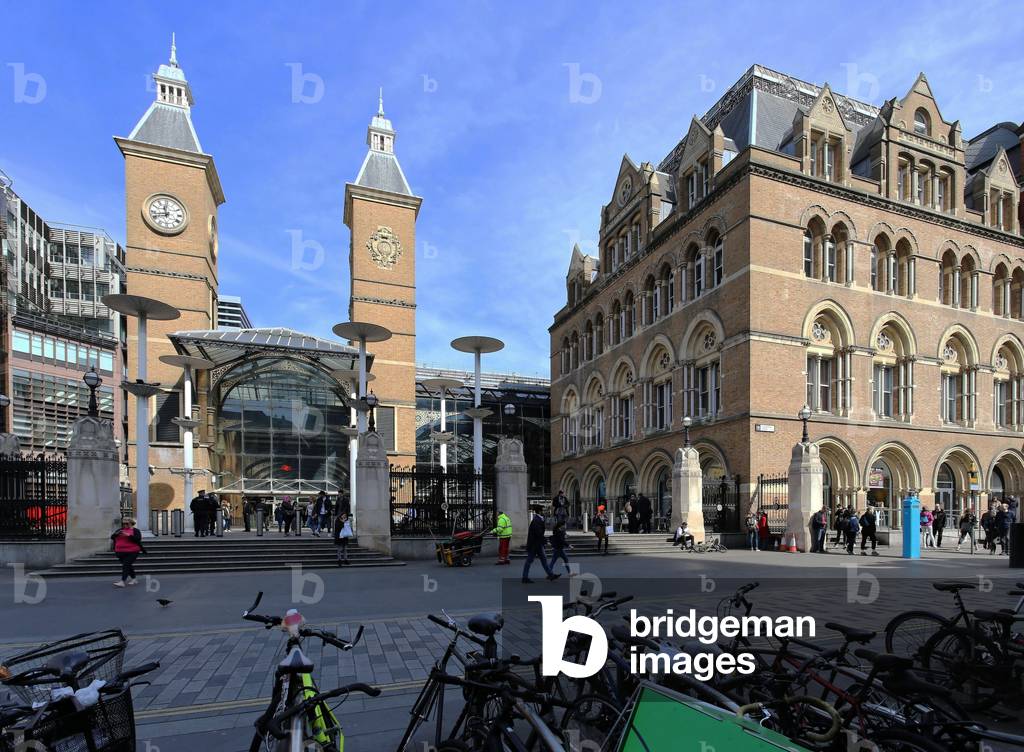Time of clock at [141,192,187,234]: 11:42
